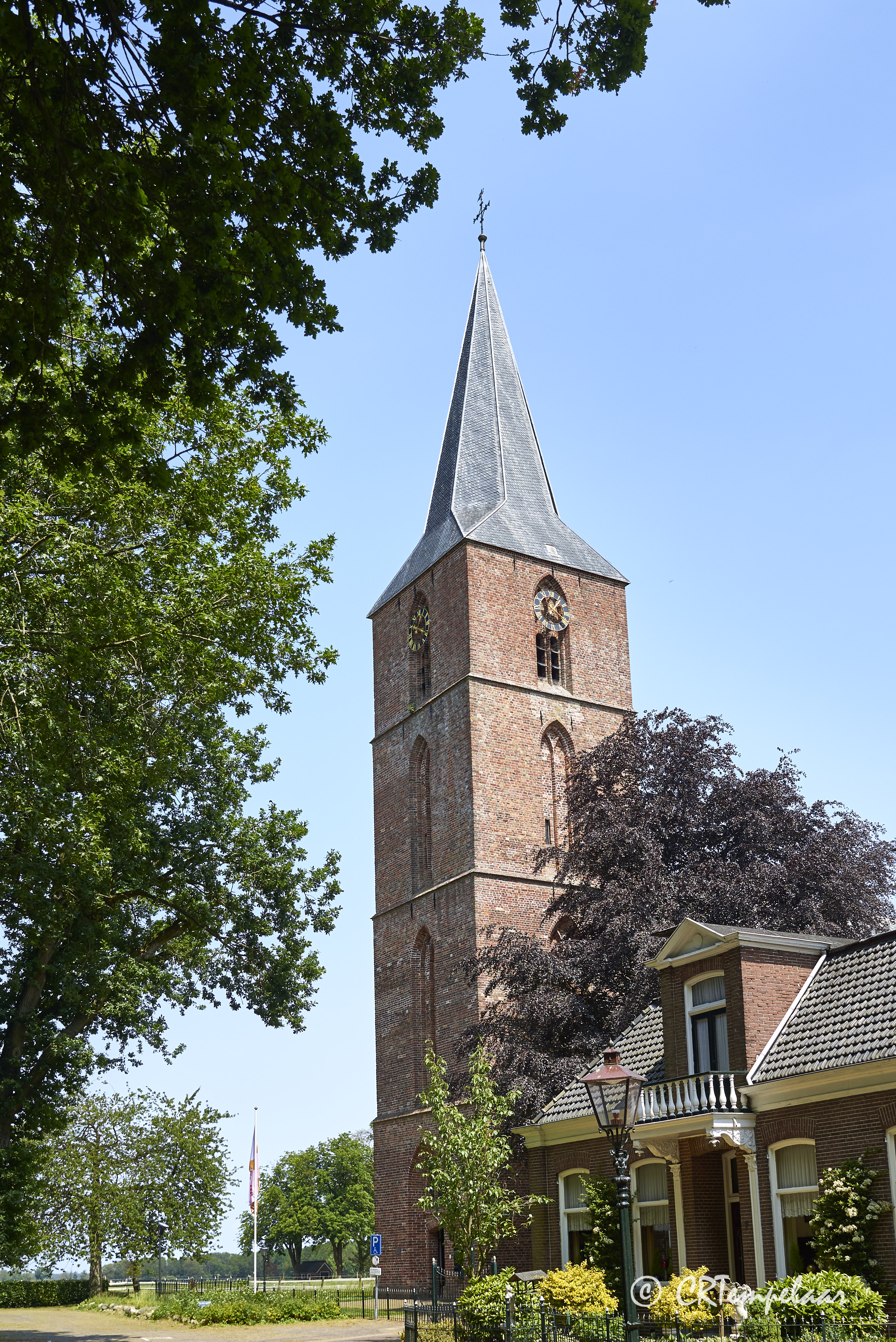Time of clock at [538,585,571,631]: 1:20
